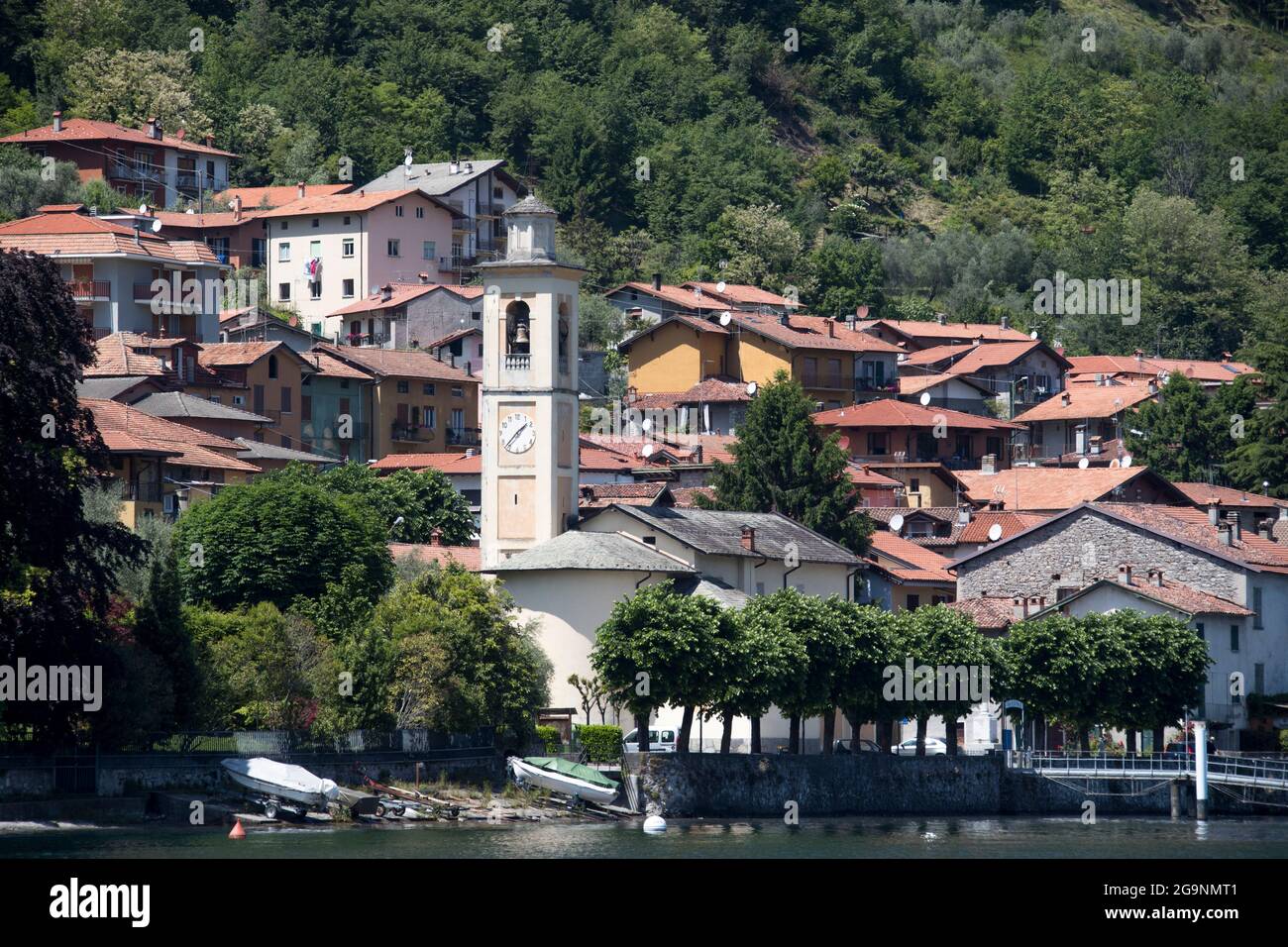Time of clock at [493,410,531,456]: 1:37
